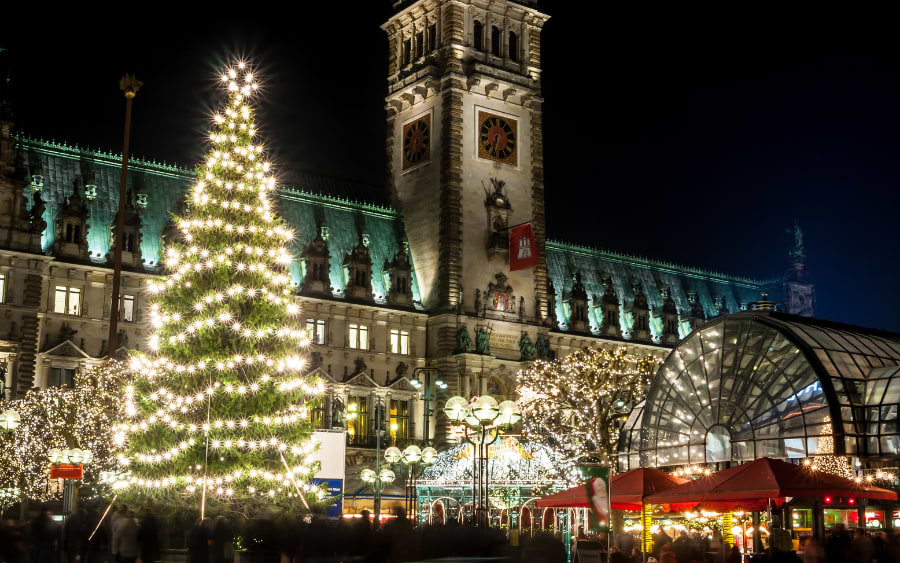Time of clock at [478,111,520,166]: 6:32
